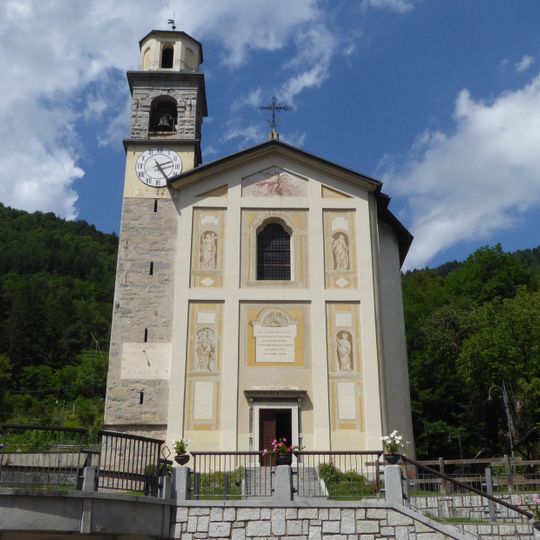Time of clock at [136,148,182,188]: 2:24
